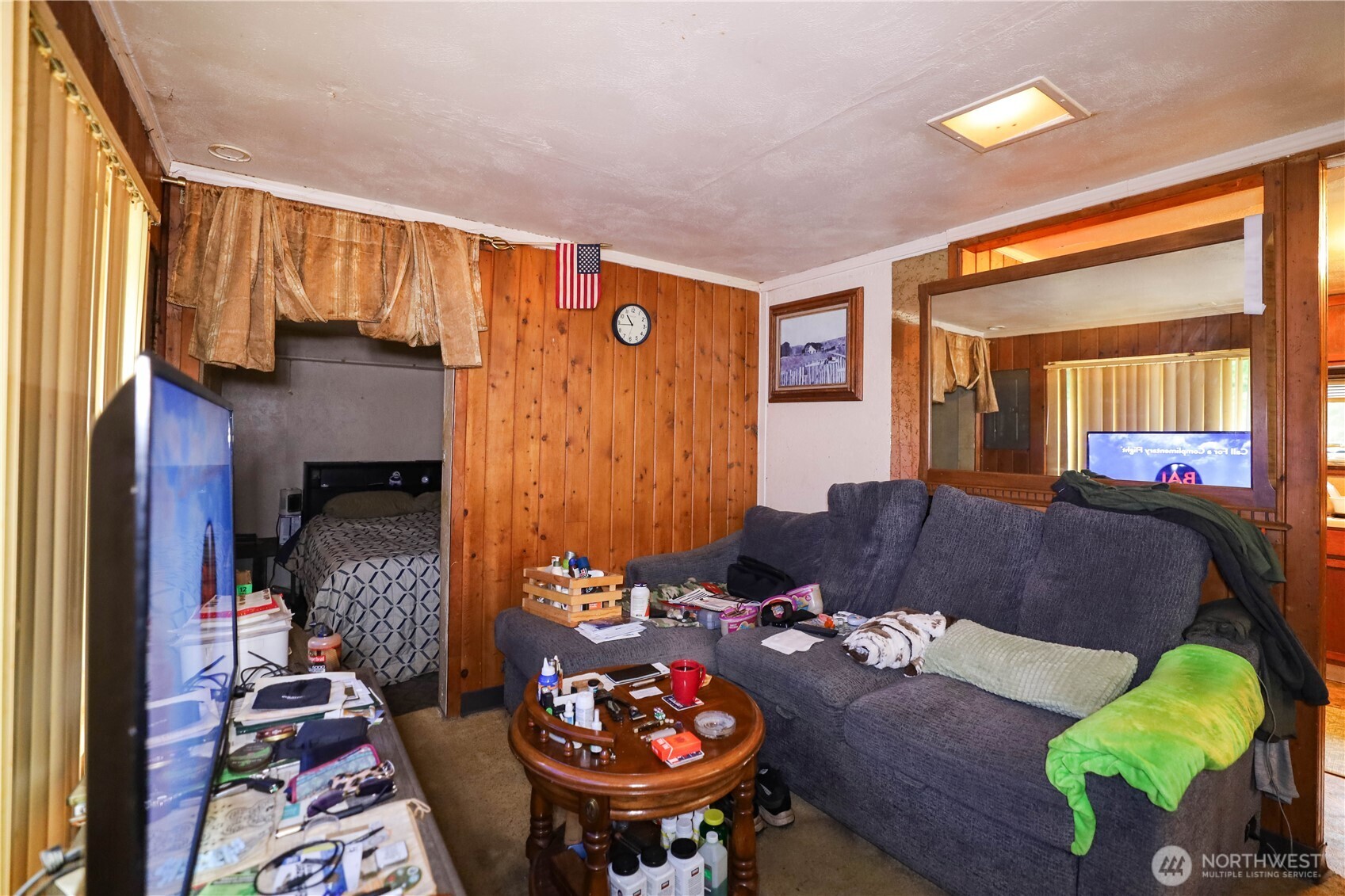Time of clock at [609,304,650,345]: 10:43
